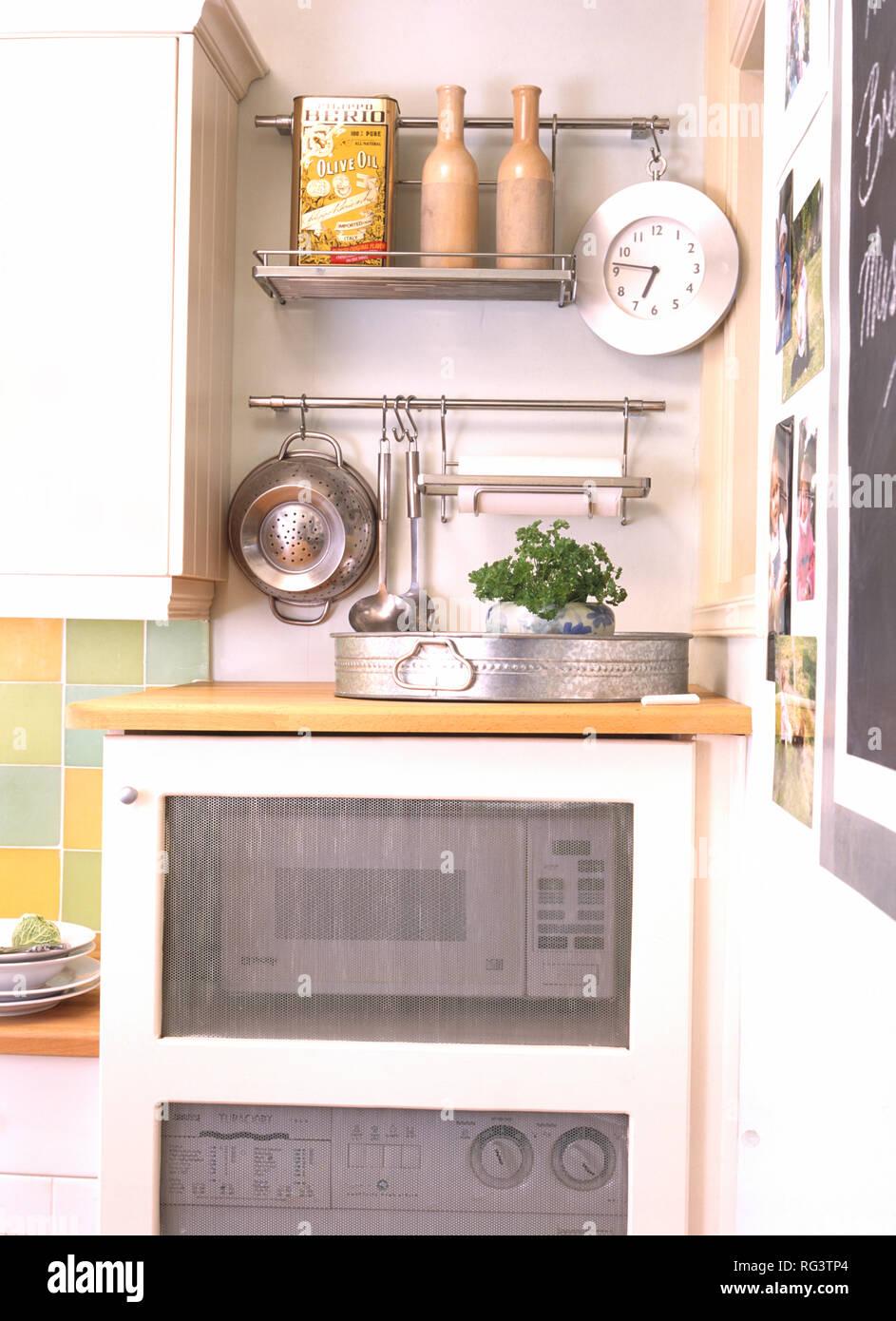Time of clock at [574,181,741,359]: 6:46
